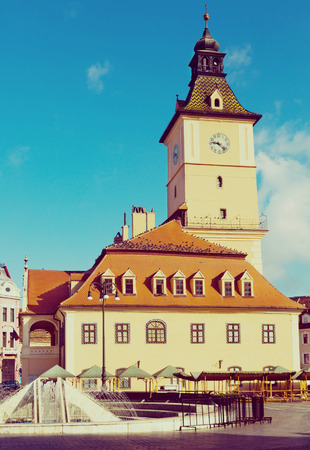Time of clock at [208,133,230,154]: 9:22
